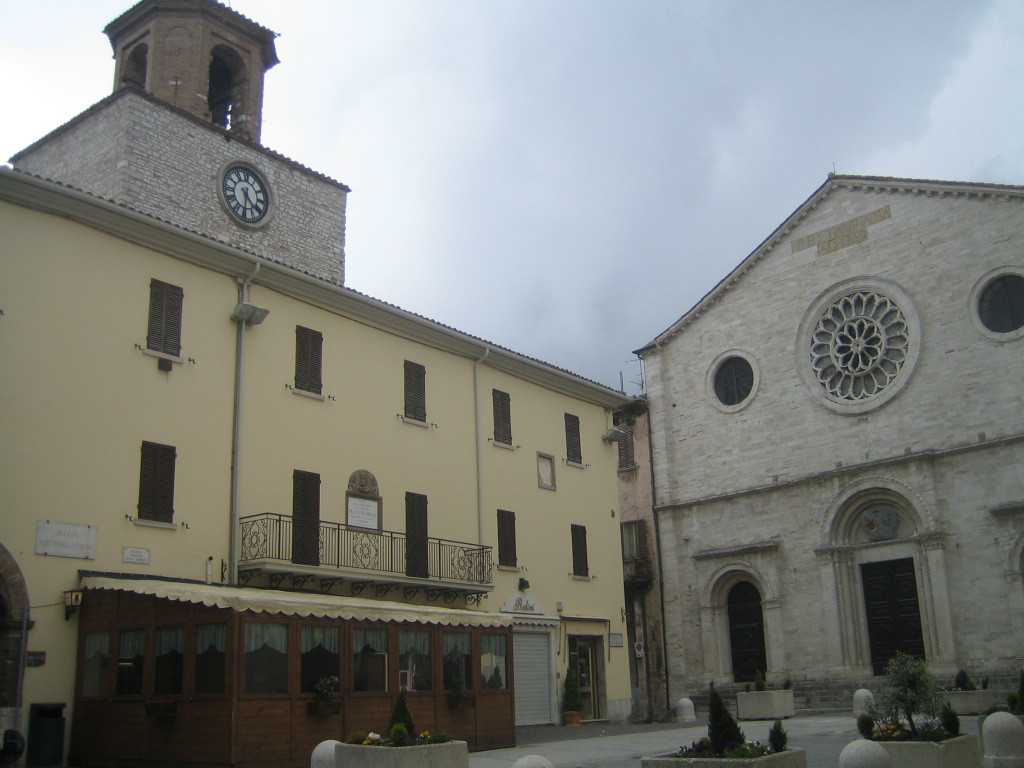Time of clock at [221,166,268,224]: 4:31
